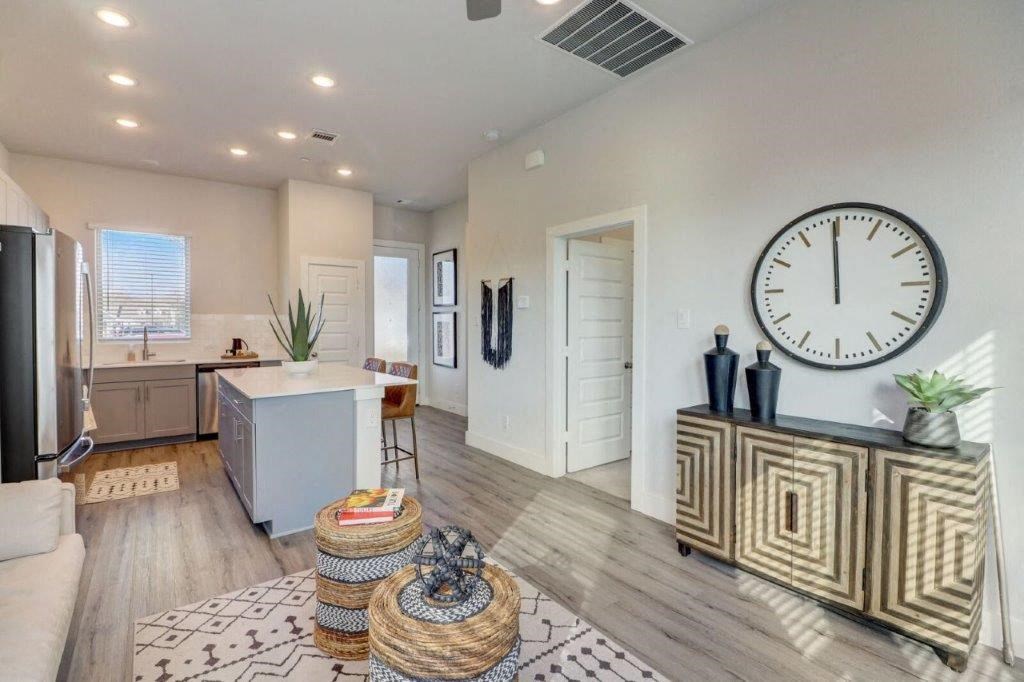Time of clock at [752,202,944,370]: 11:59
